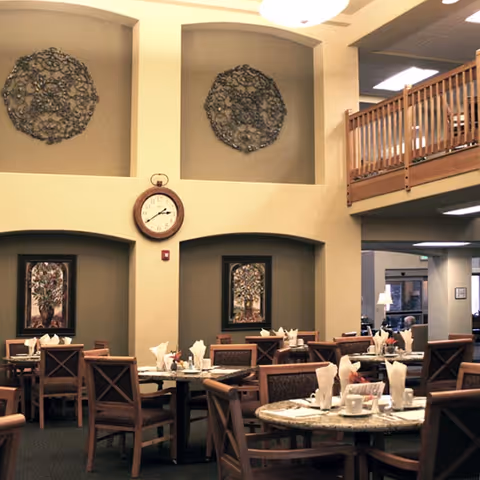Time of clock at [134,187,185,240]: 2:39
